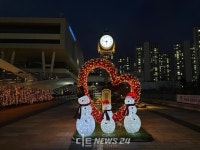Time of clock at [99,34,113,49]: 9:30
